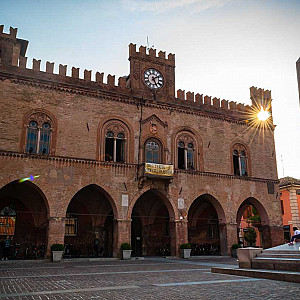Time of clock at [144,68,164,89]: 5:09
